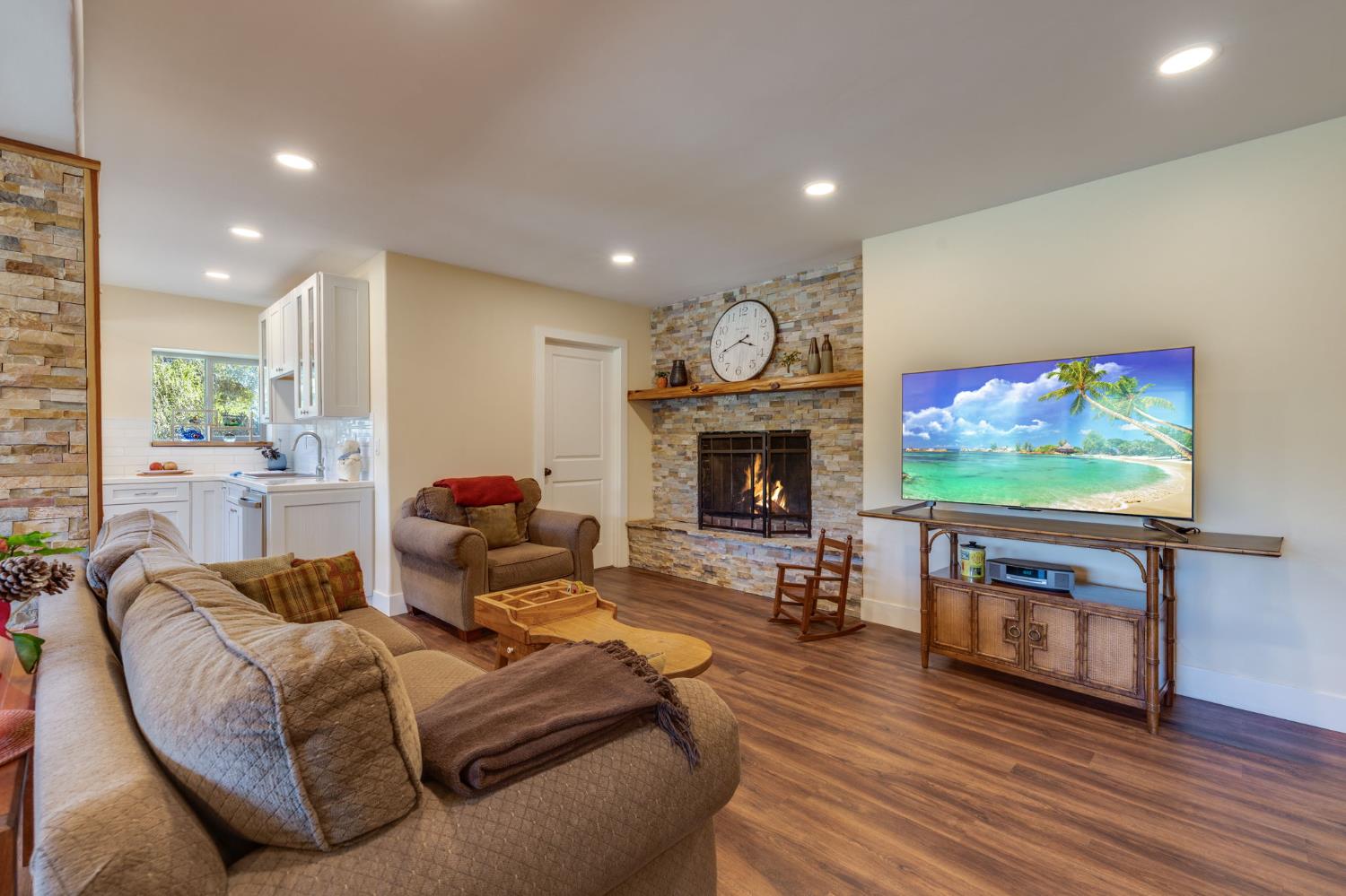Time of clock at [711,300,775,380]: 3:41
